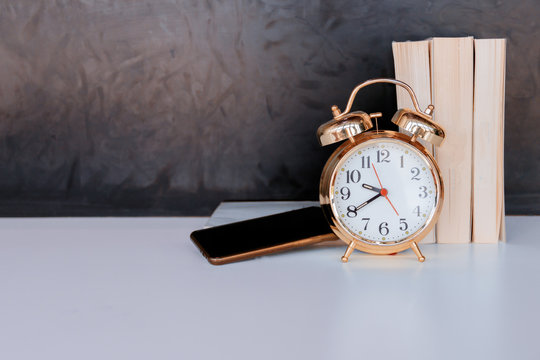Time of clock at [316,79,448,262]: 9:40
